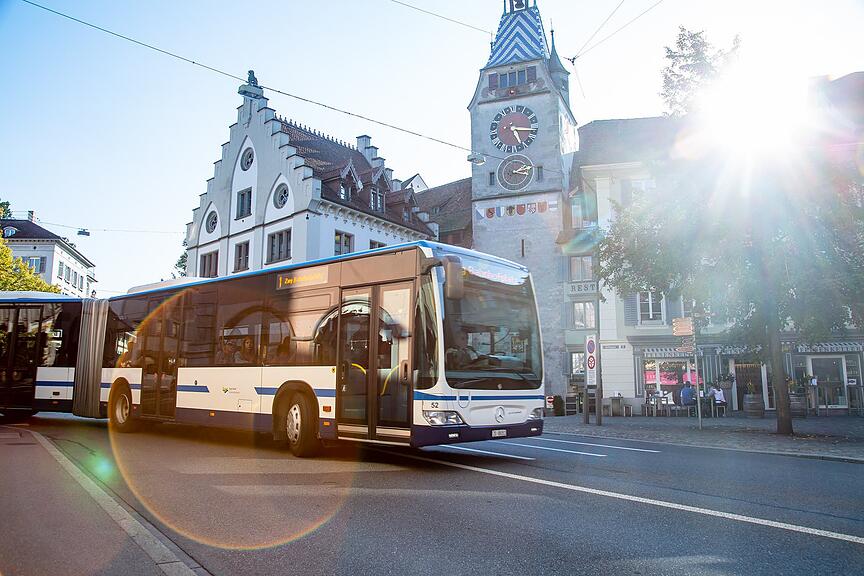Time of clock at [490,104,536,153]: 5:15
